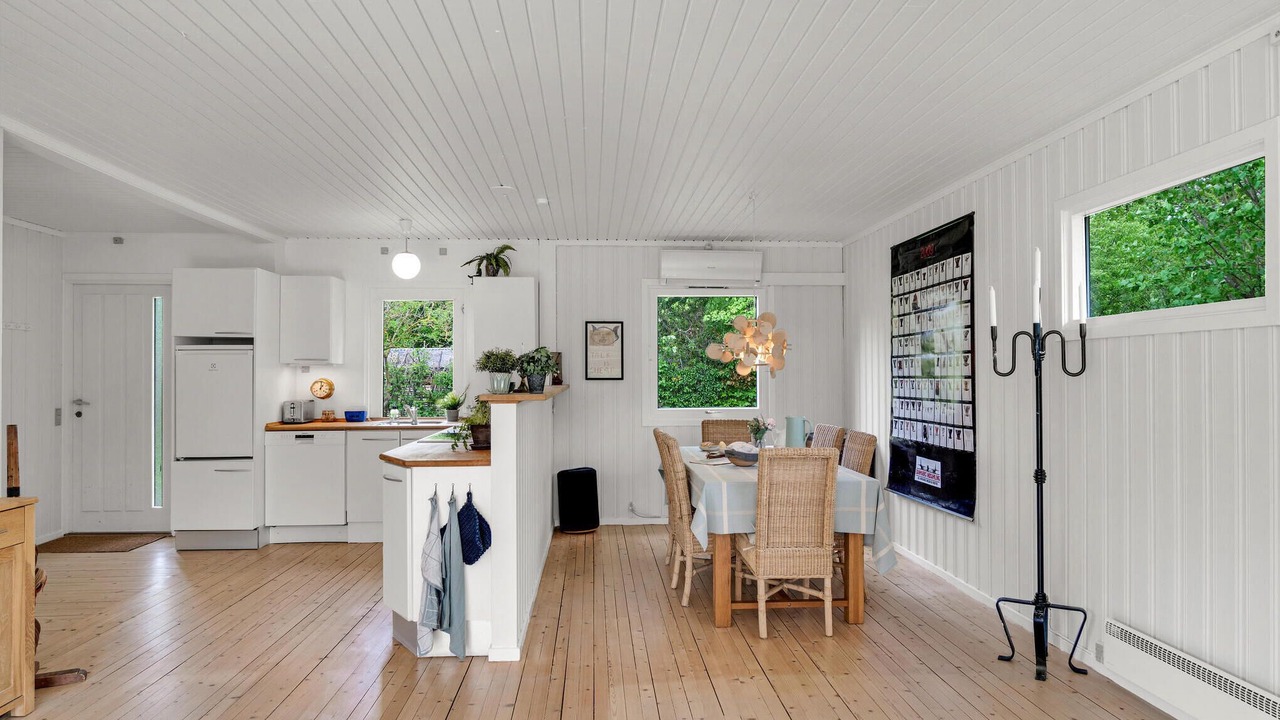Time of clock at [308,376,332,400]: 1:01
